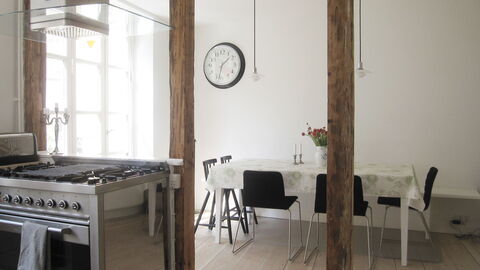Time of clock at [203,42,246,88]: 1:32
